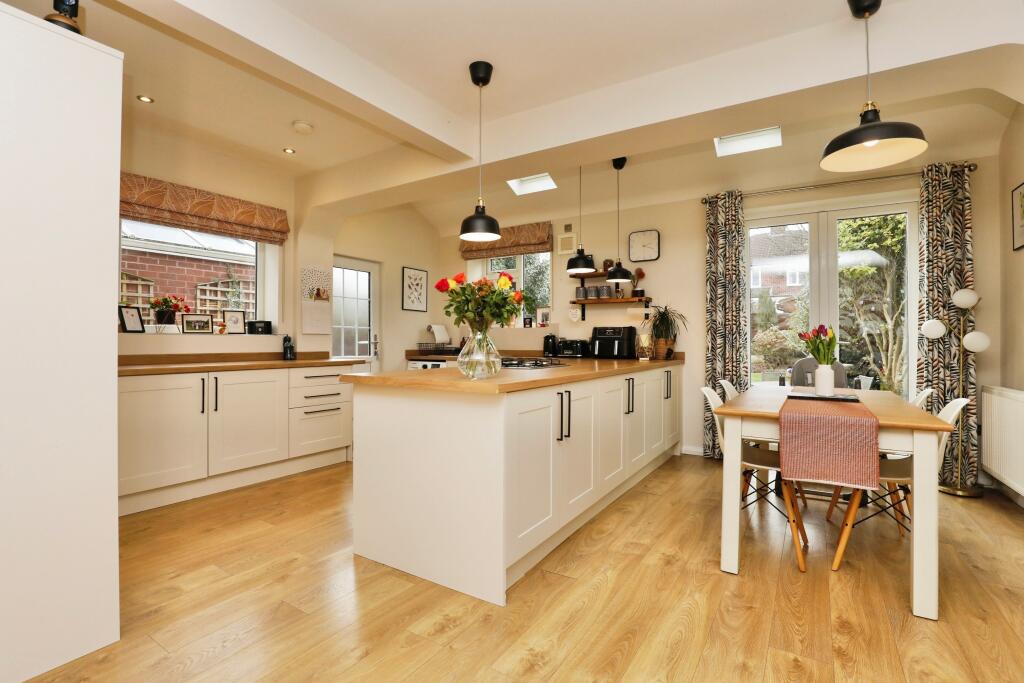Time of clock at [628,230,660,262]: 2:18
